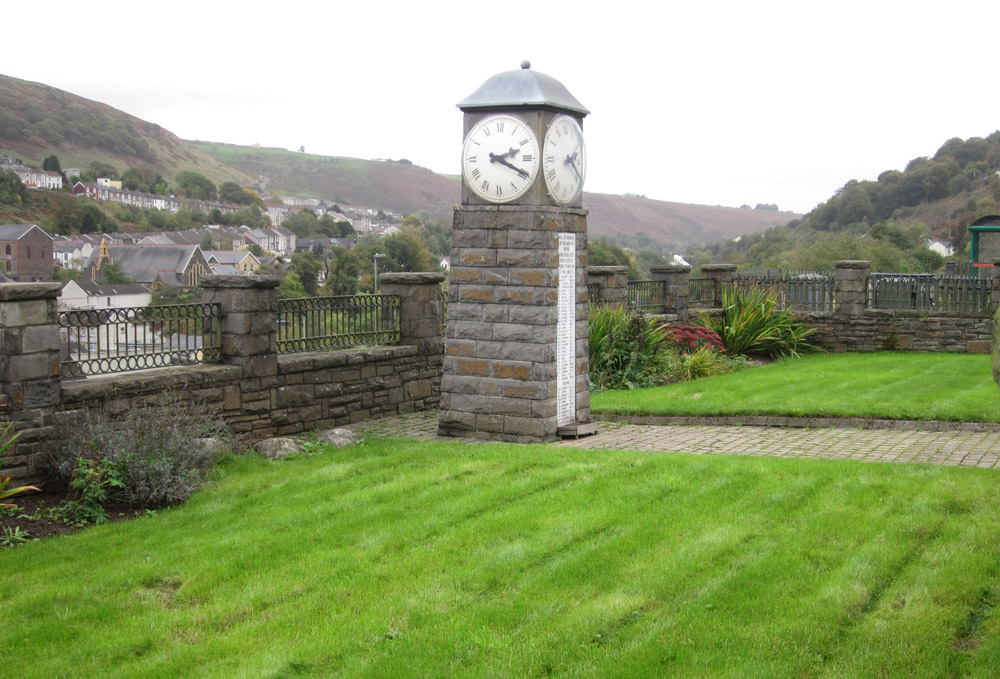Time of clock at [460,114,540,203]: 2:19
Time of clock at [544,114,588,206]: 2:19
